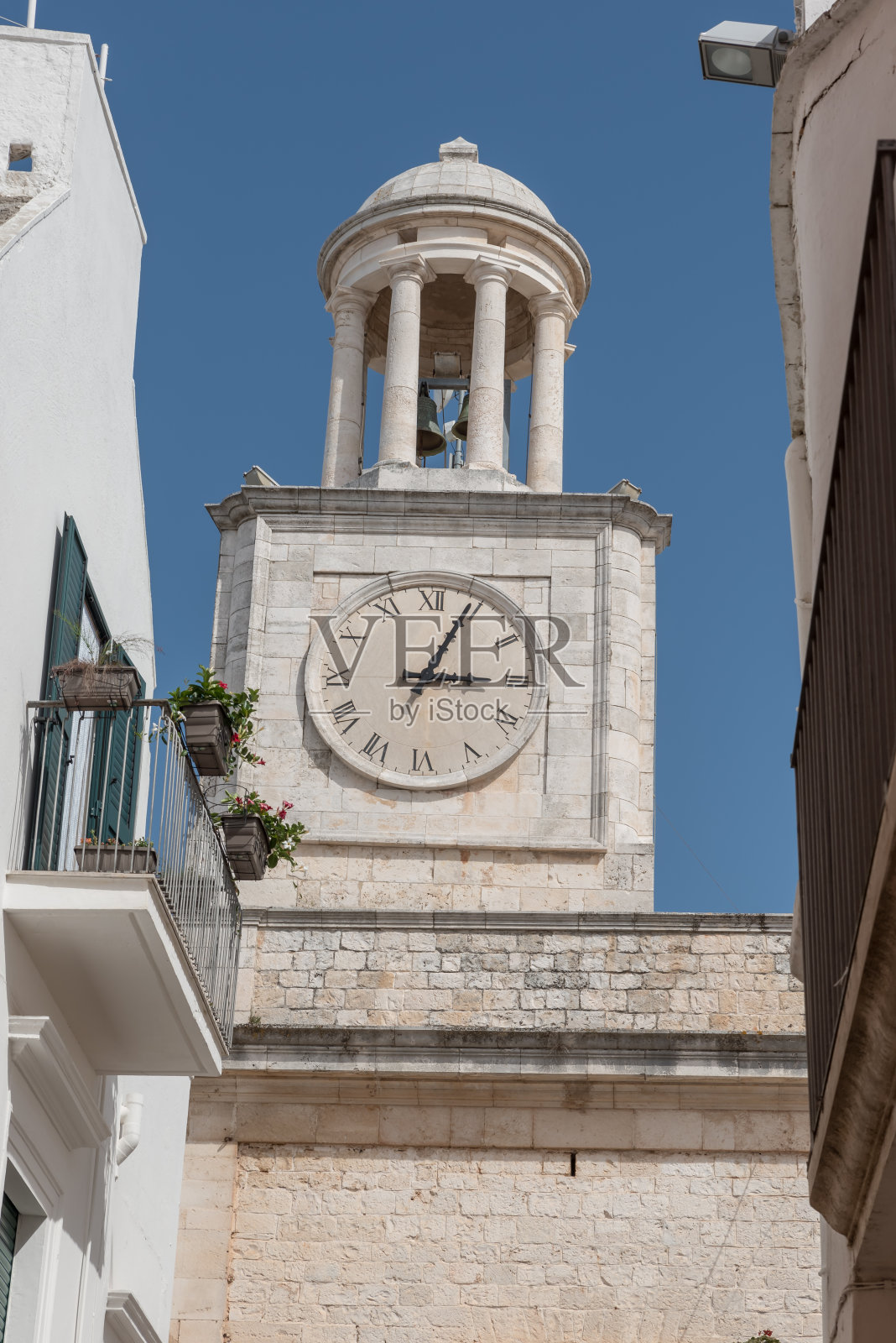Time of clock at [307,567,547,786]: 3:04
